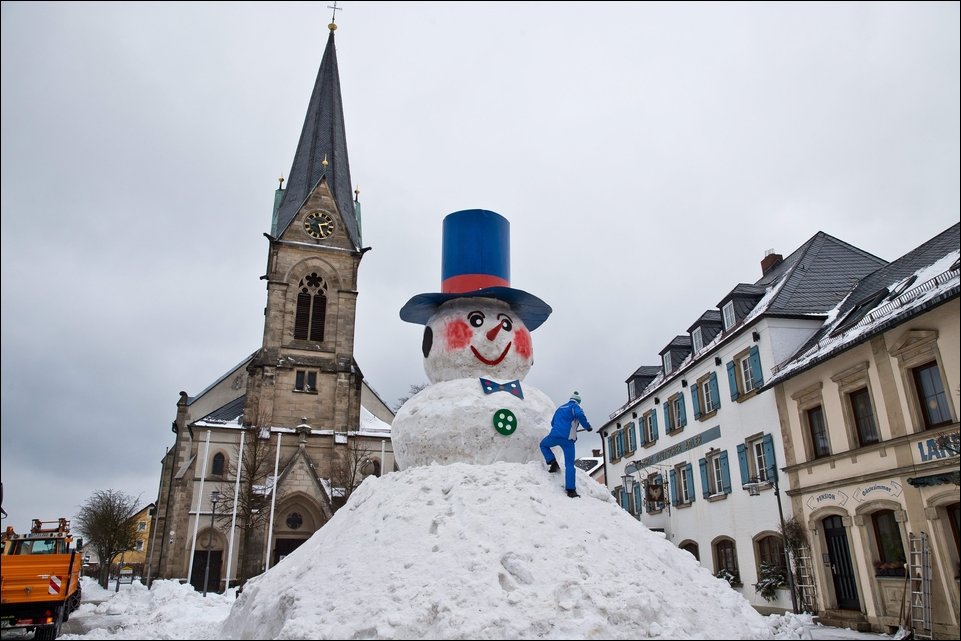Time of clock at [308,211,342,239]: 2:26
